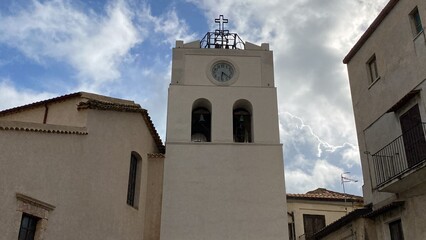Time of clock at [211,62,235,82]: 6:21
